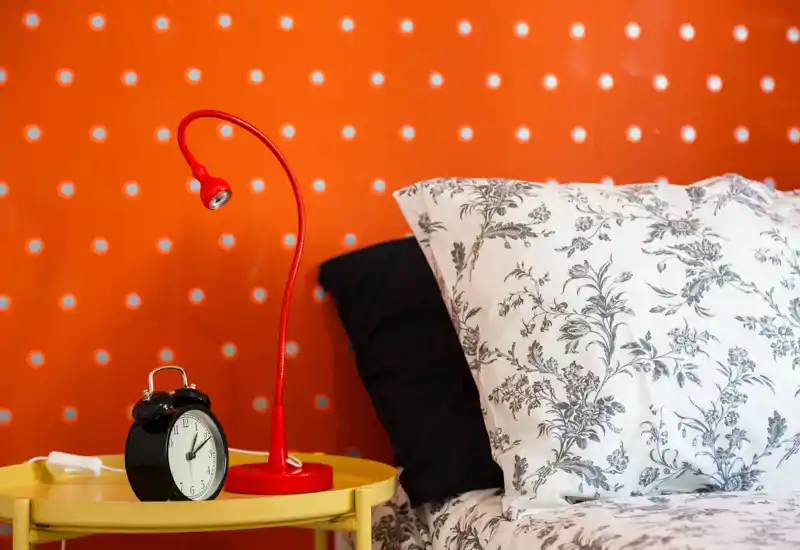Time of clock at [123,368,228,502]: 1:10
